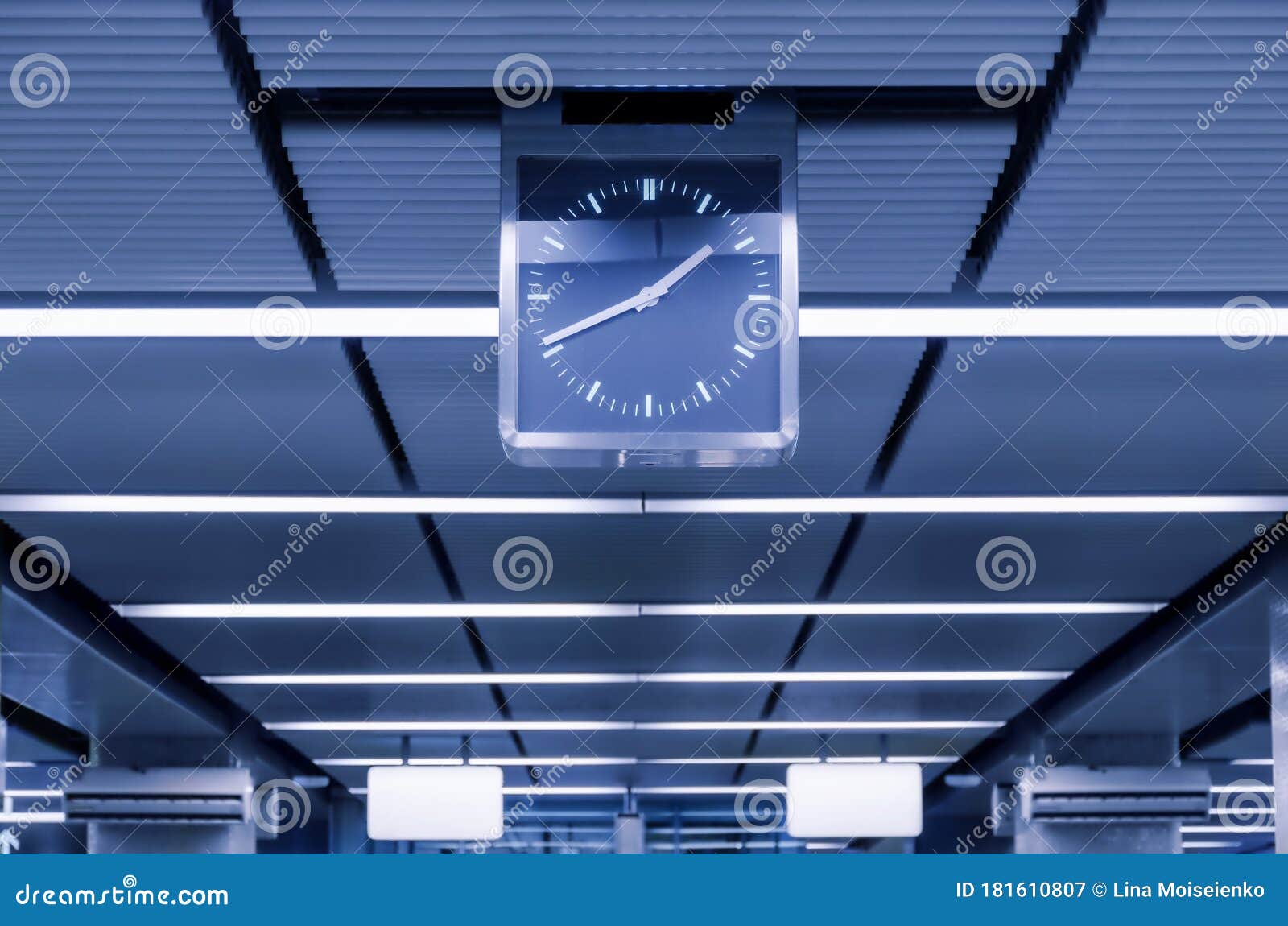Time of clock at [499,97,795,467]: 1:40
